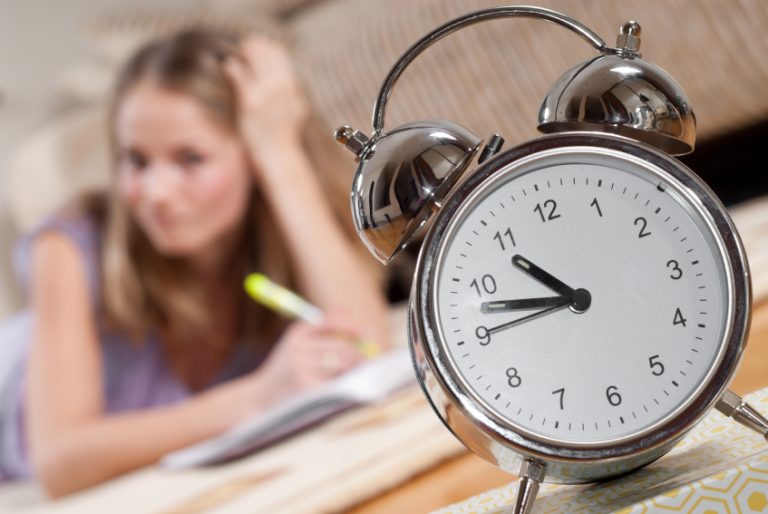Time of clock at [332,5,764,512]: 10:47
